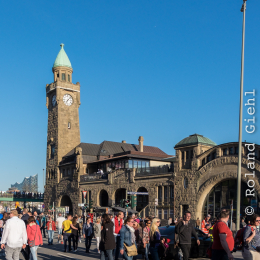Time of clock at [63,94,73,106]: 7:07
